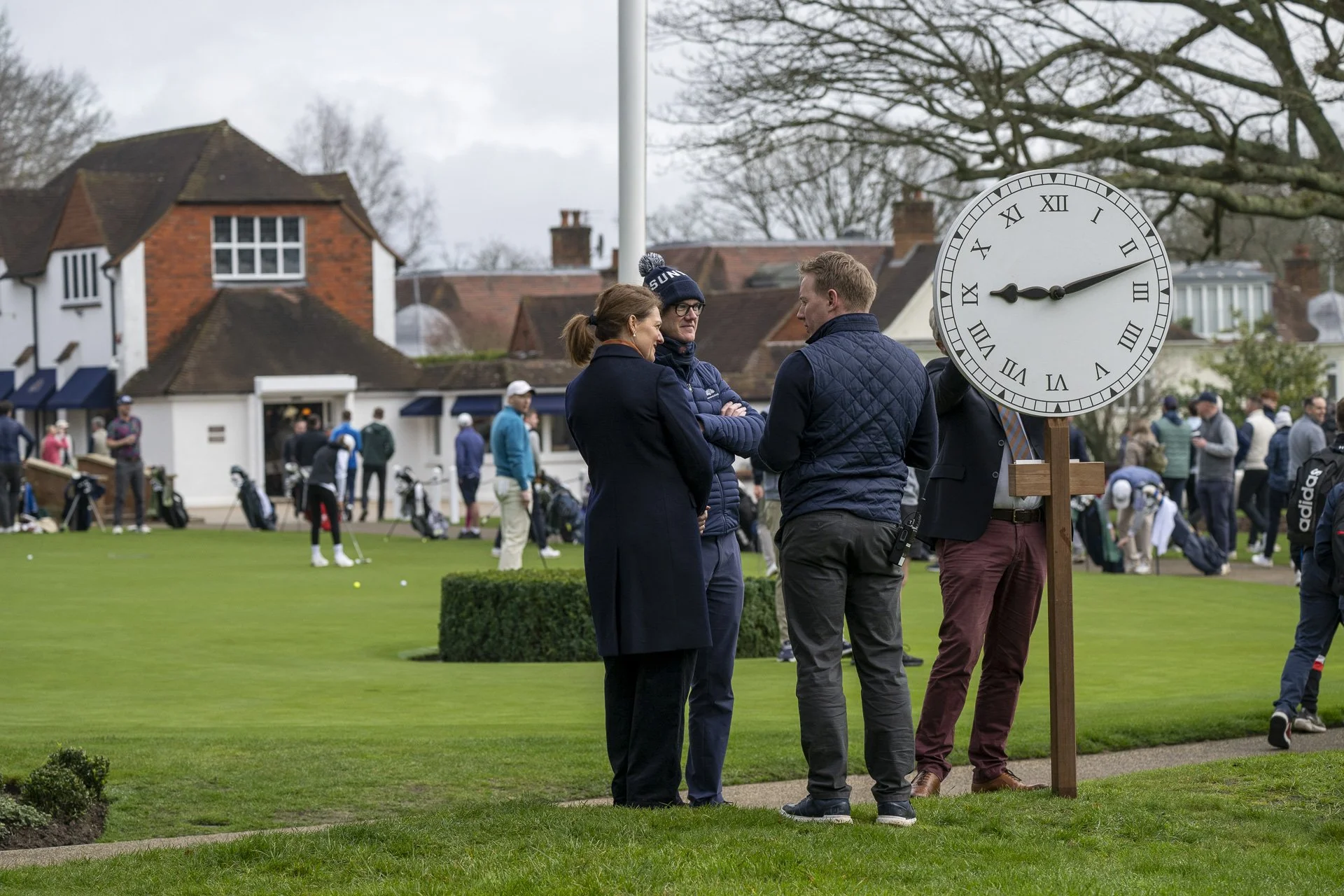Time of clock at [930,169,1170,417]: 9:12
